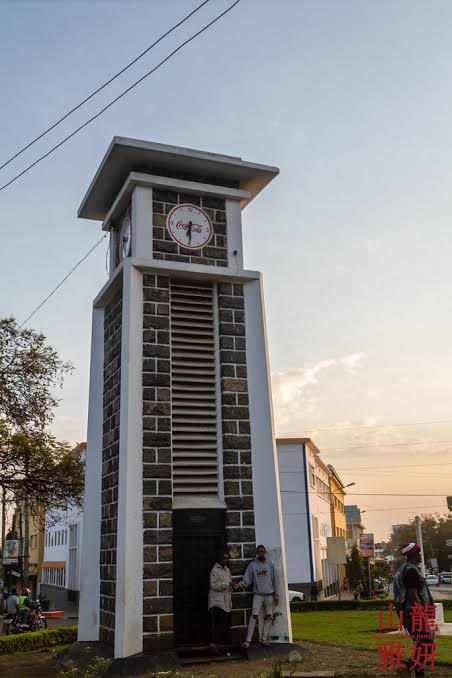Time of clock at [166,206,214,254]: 6:29
